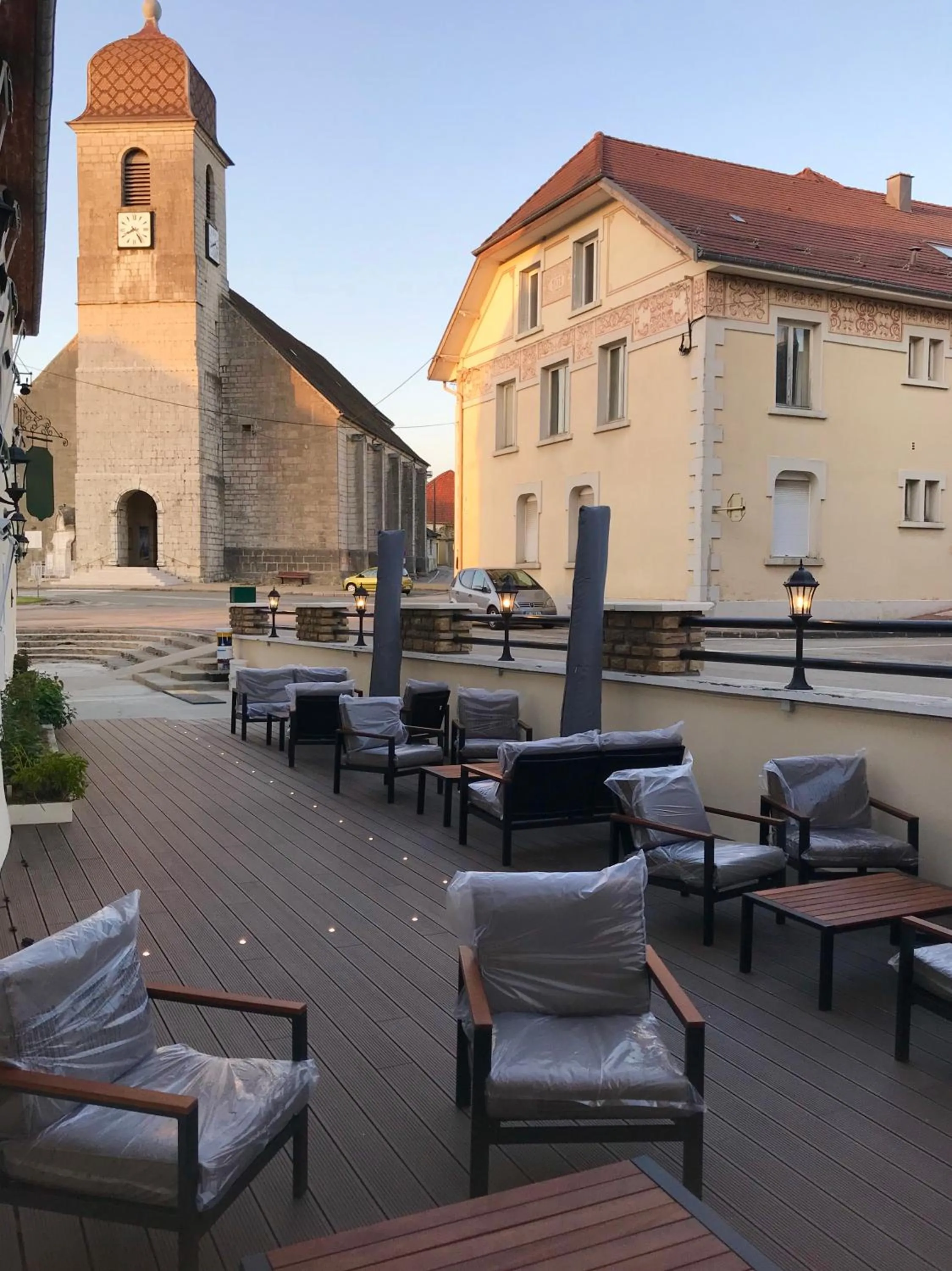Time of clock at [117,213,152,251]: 8:24
